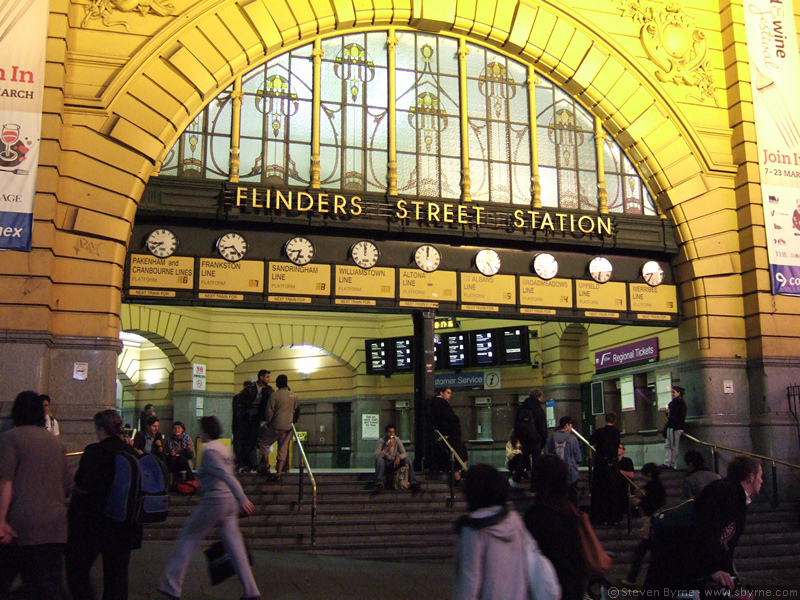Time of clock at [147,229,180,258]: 8:38
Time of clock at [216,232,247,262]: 8:23
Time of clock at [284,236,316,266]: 8:33
